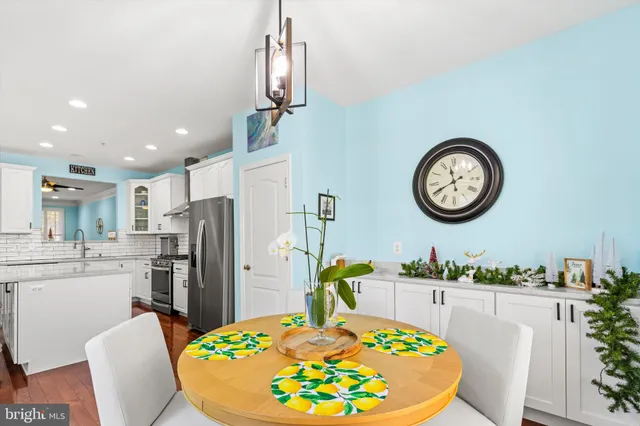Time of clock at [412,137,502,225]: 11:40
